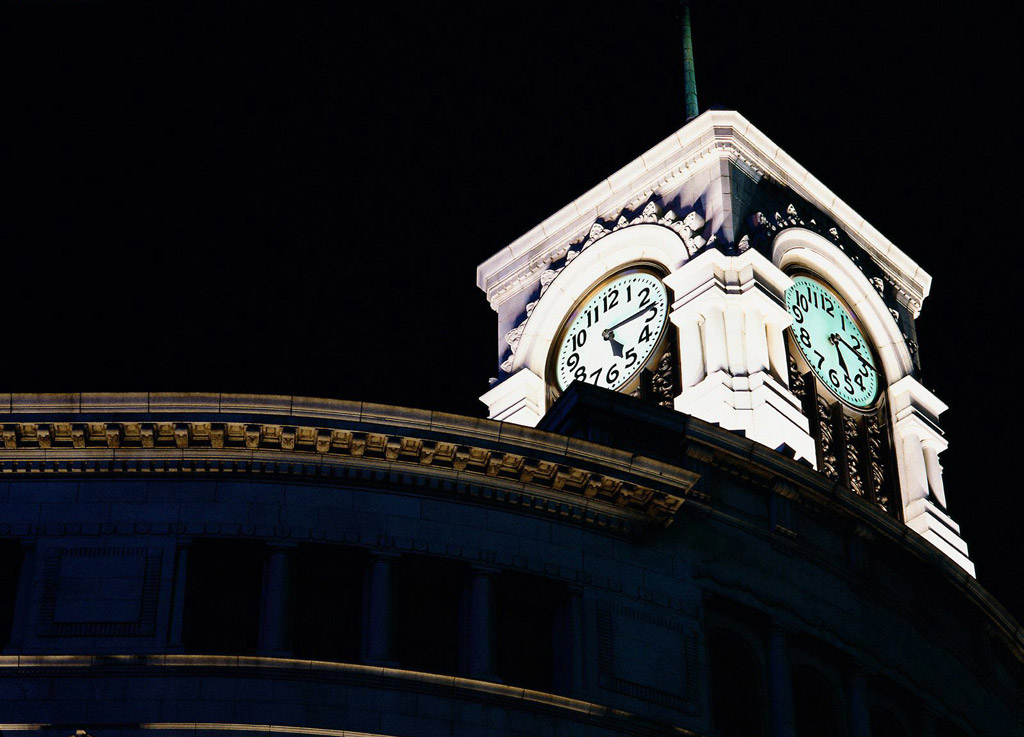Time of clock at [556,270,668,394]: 5:14
